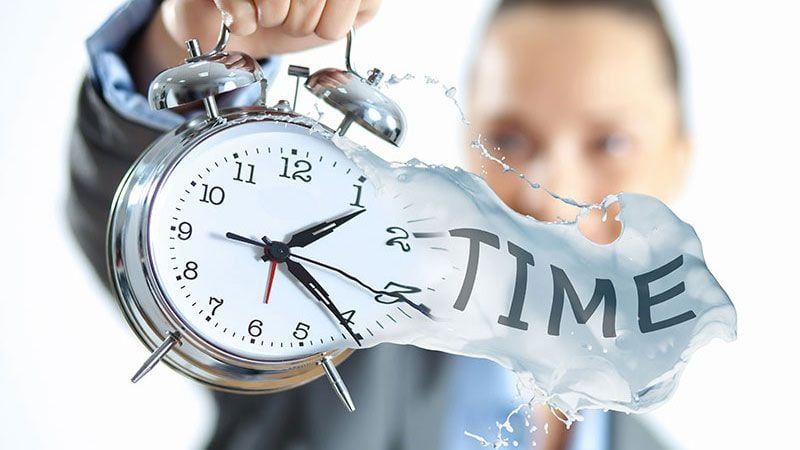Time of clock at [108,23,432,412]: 1:20
